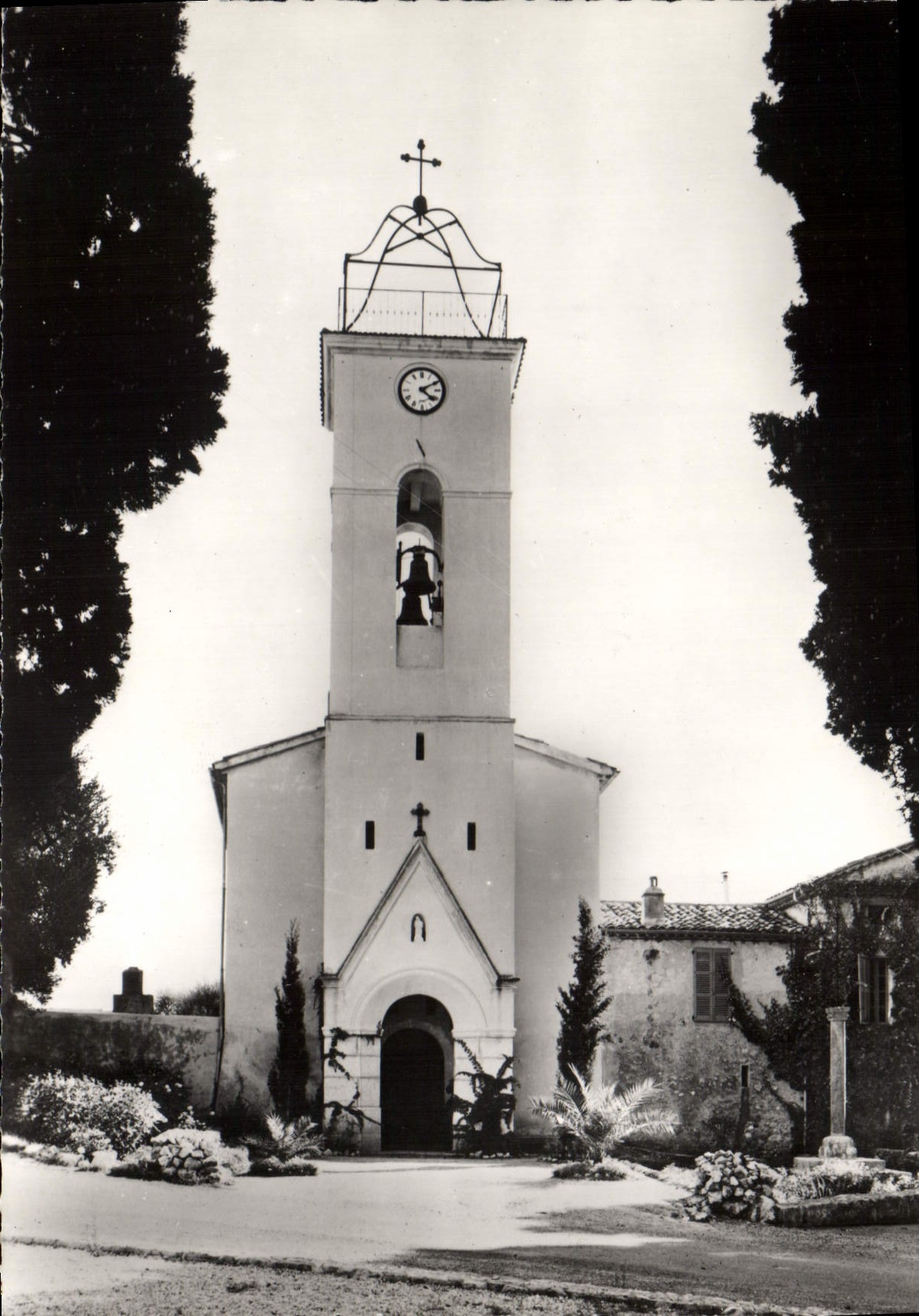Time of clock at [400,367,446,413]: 4:10
